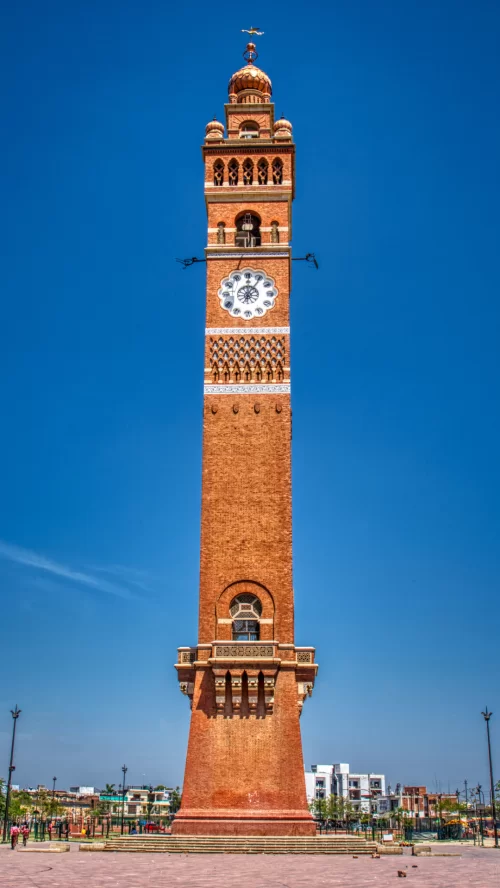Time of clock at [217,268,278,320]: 12:05
